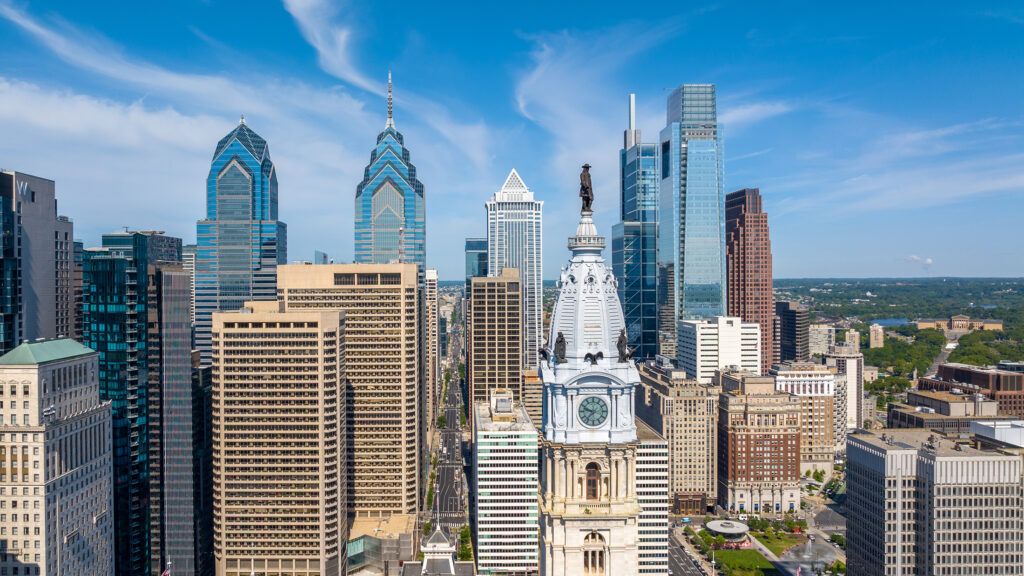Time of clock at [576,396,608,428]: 9:36
